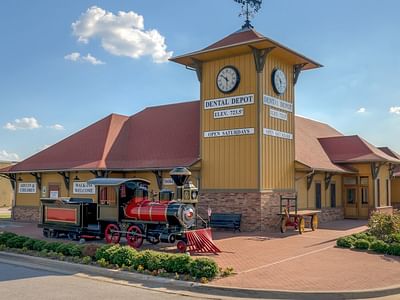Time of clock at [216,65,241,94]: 5:51
